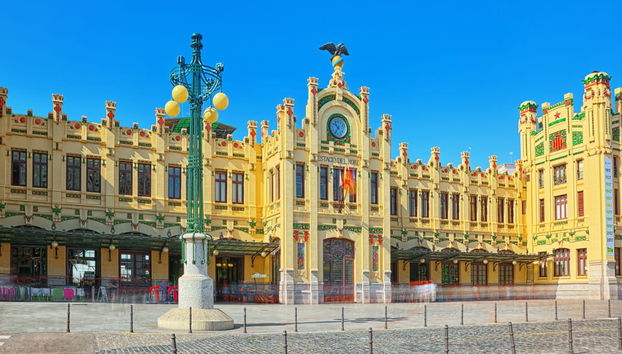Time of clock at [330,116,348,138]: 10:35
